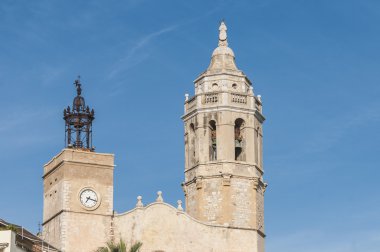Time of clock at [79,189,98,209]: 7:17
